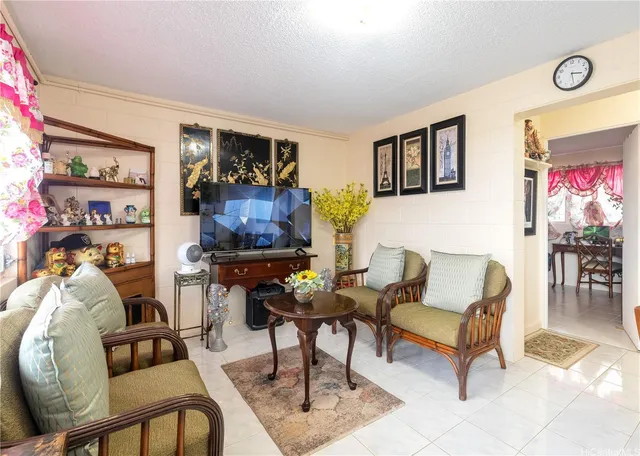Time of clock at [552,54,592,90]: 3:28
